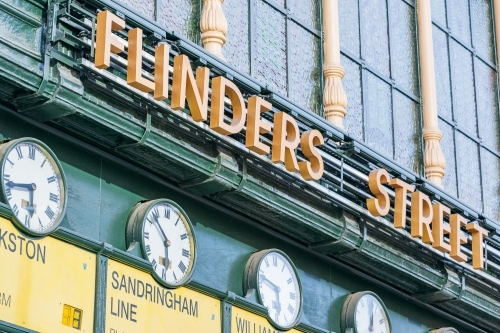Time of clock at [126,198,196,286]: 5:53
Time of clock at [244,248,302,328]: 5:47
